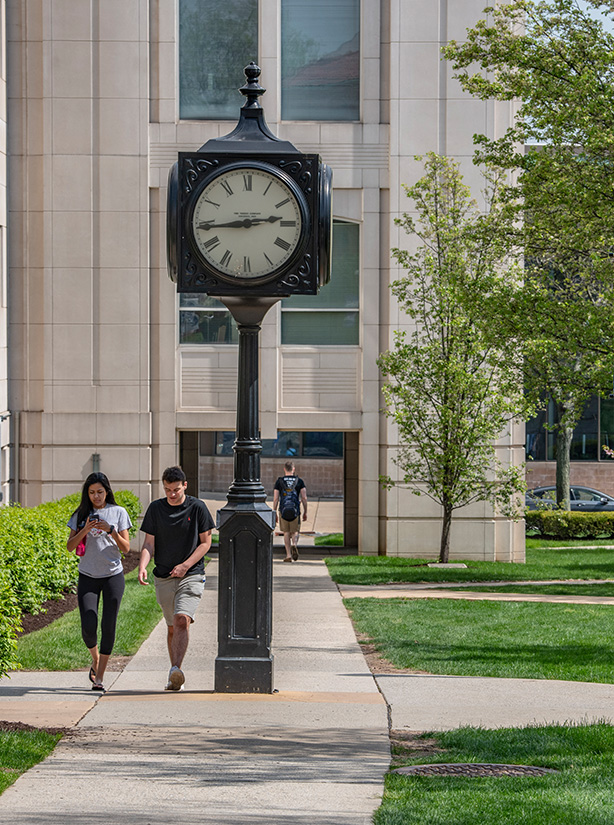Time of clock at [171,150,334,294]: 2:44
